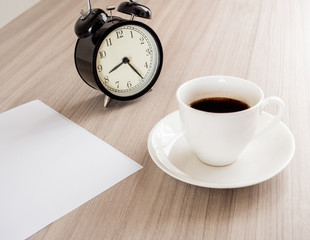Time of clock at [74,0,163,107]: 8:24
